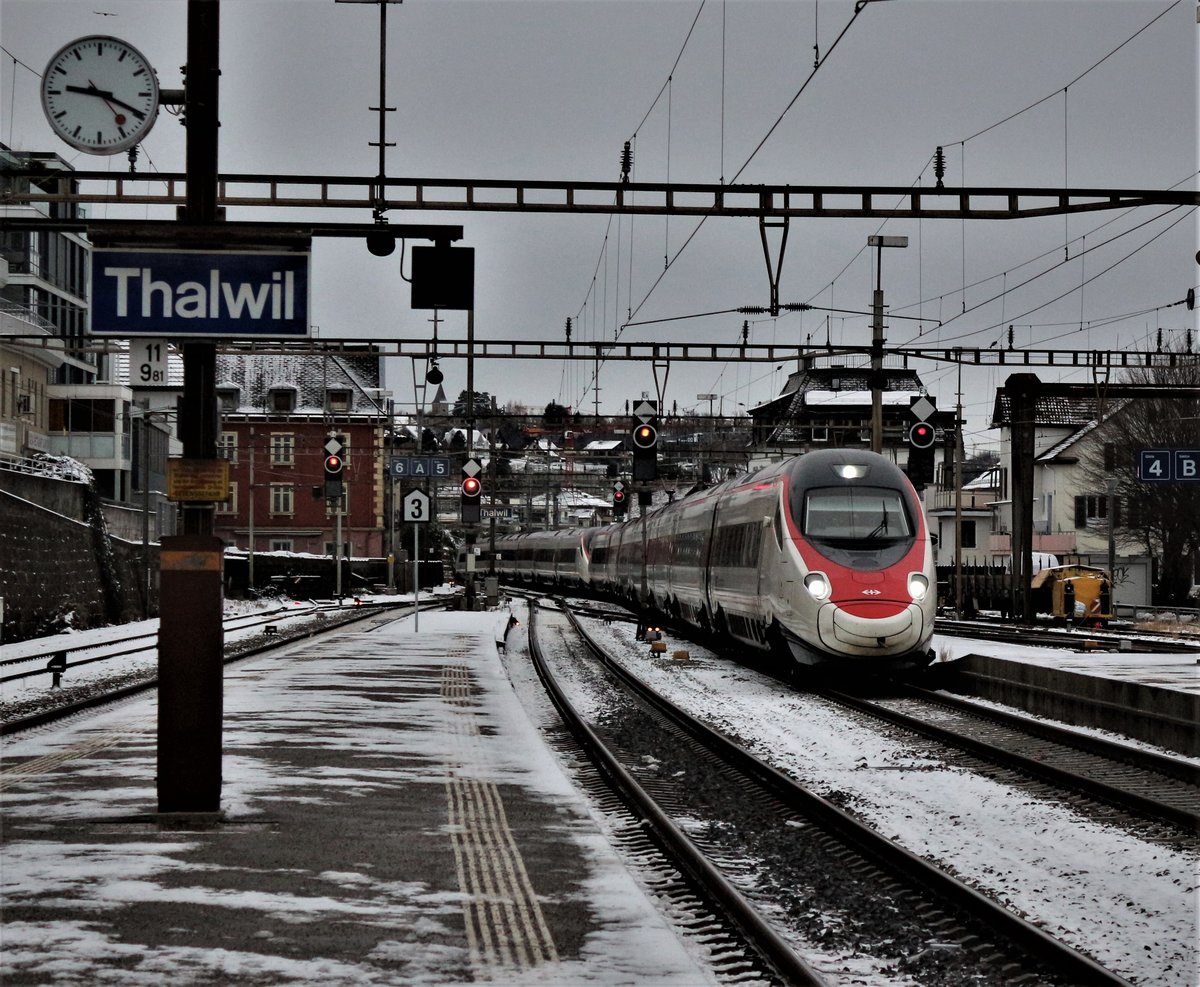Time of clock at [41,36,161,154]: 9:19
